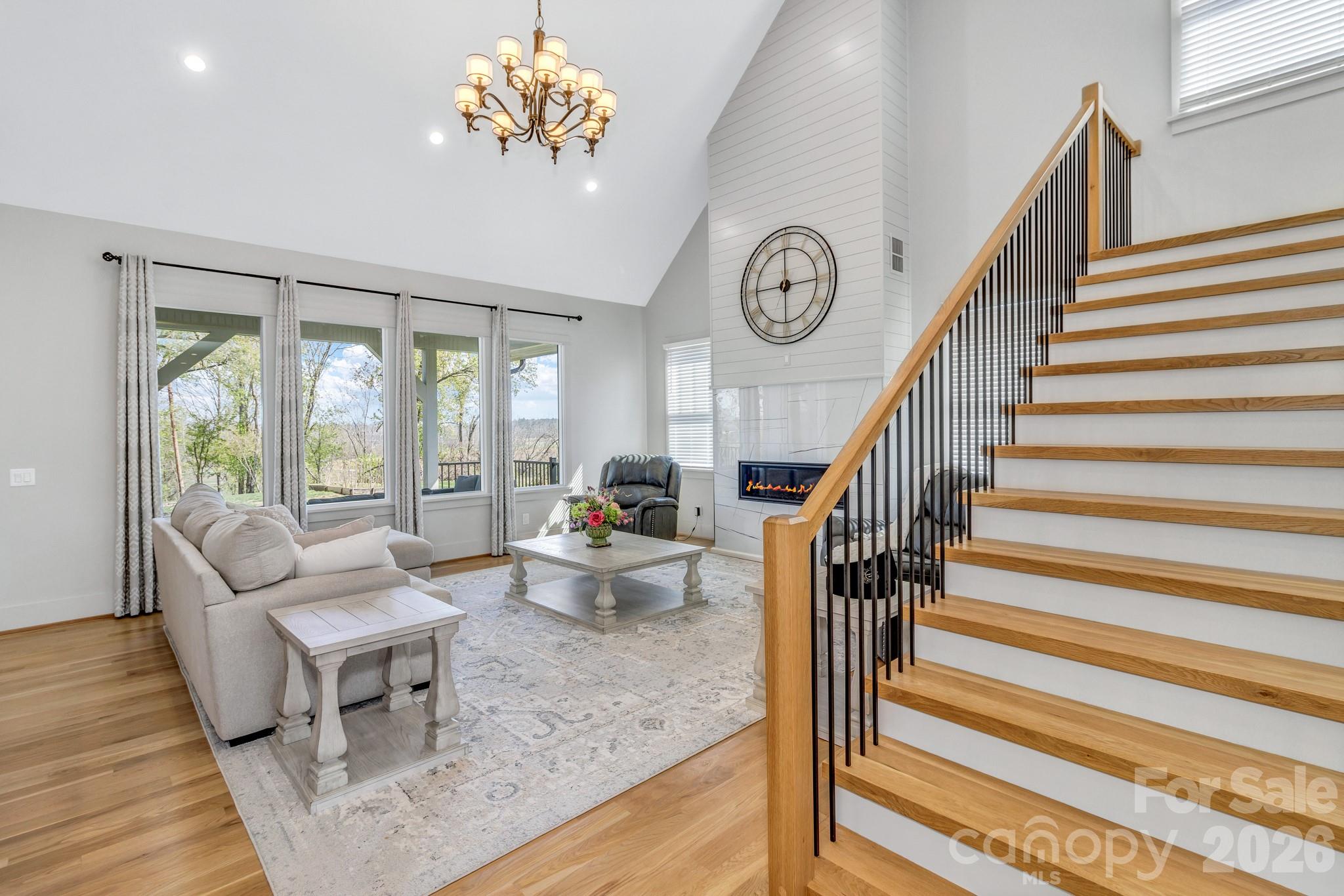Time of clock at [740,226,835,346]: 5:59
